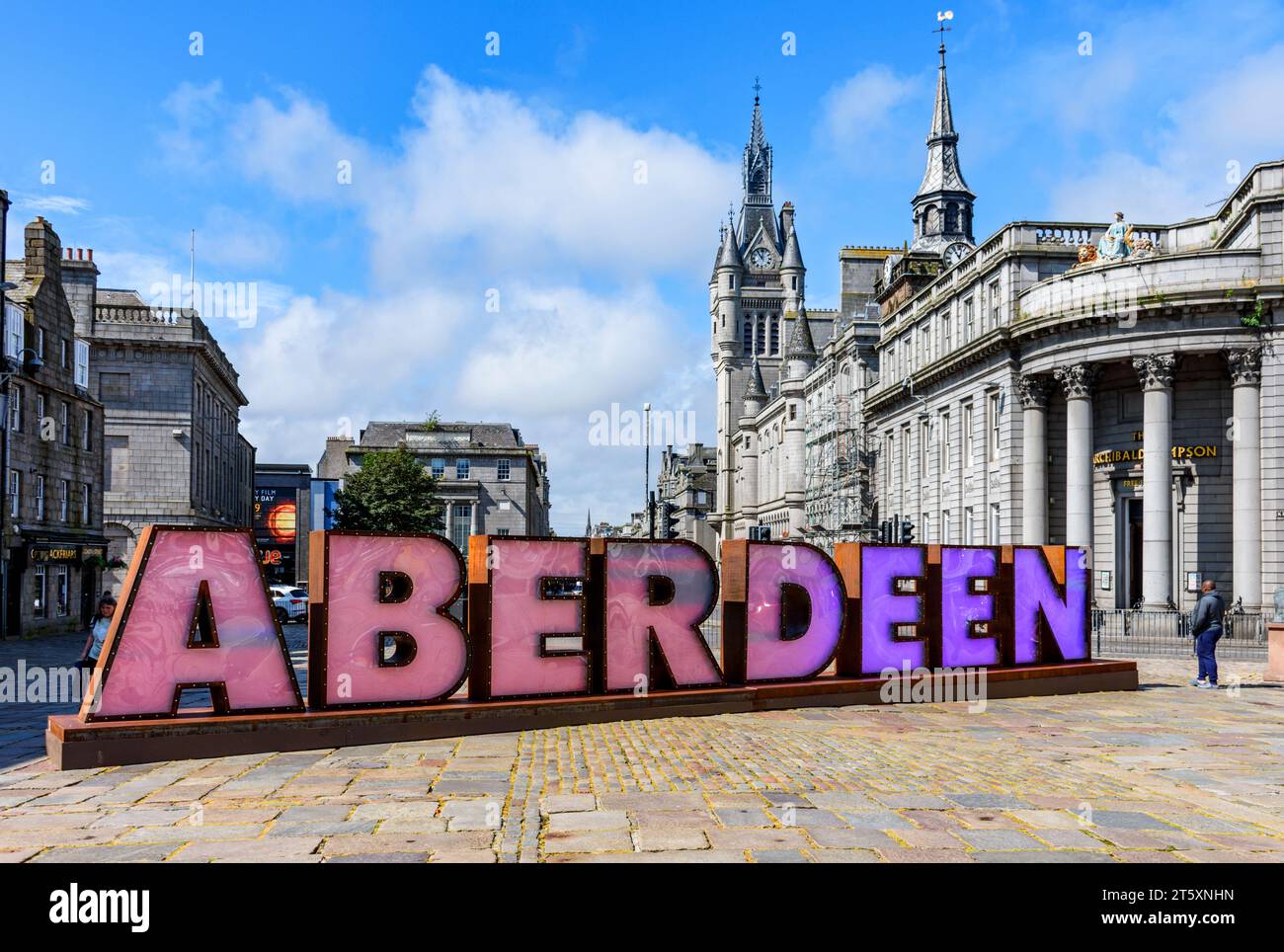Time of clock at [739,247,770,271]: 11:02
